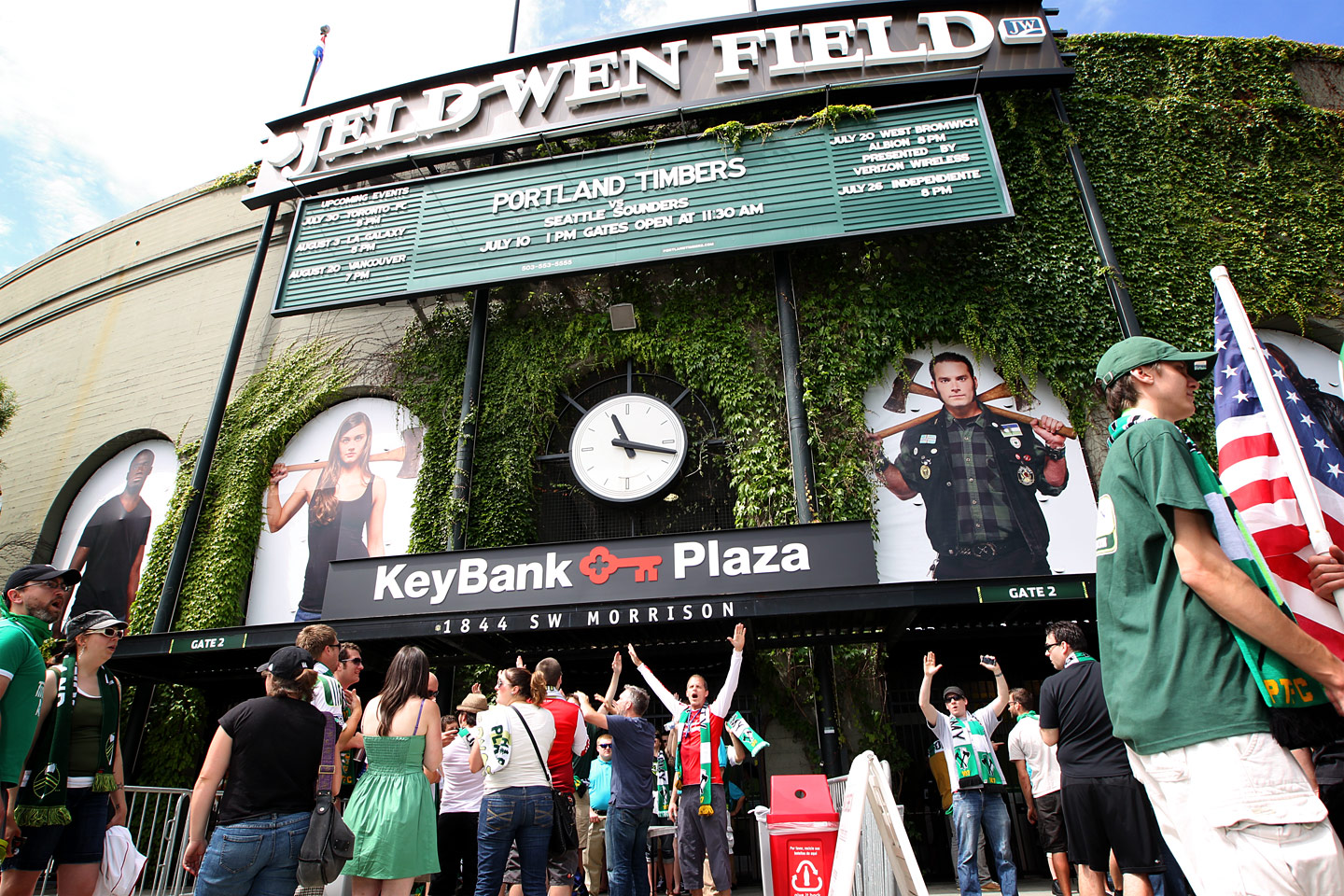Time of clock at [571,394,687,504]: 11:17
